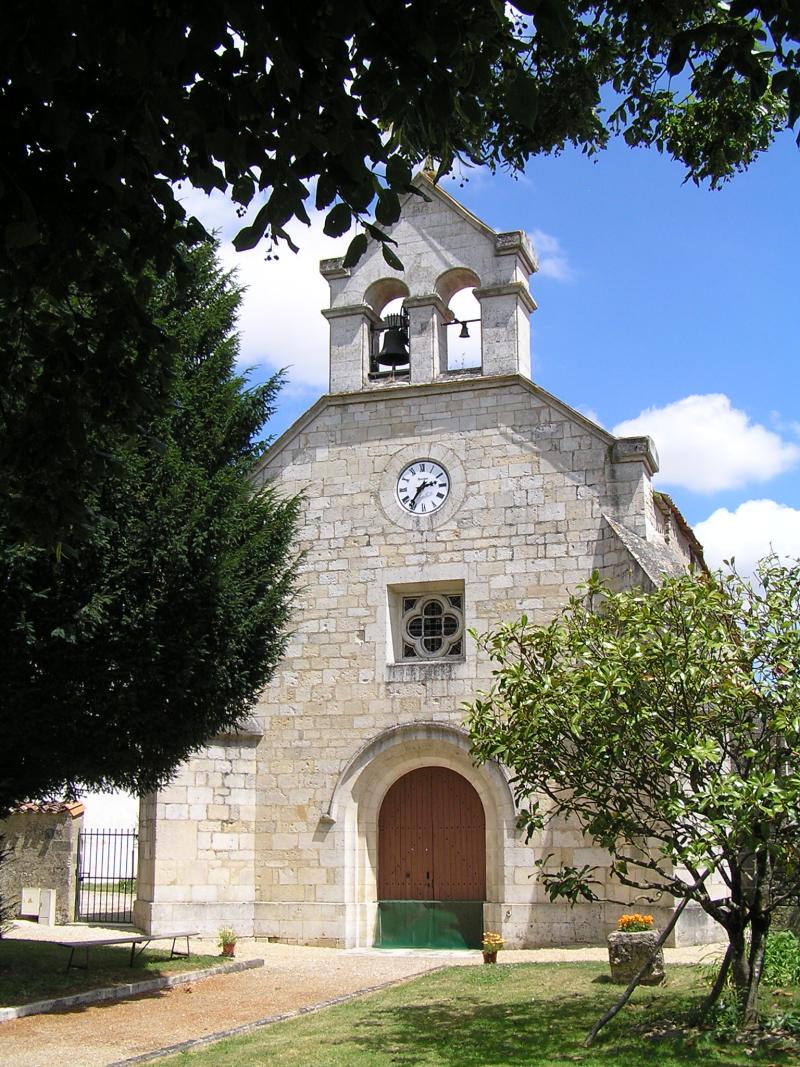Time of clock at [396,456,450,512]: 2:35
